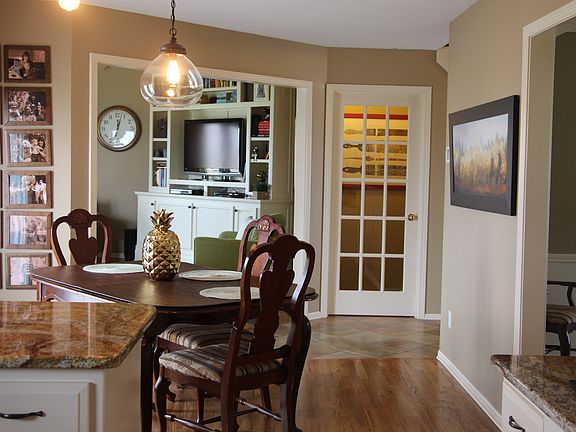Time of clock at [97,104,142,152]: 12:02
